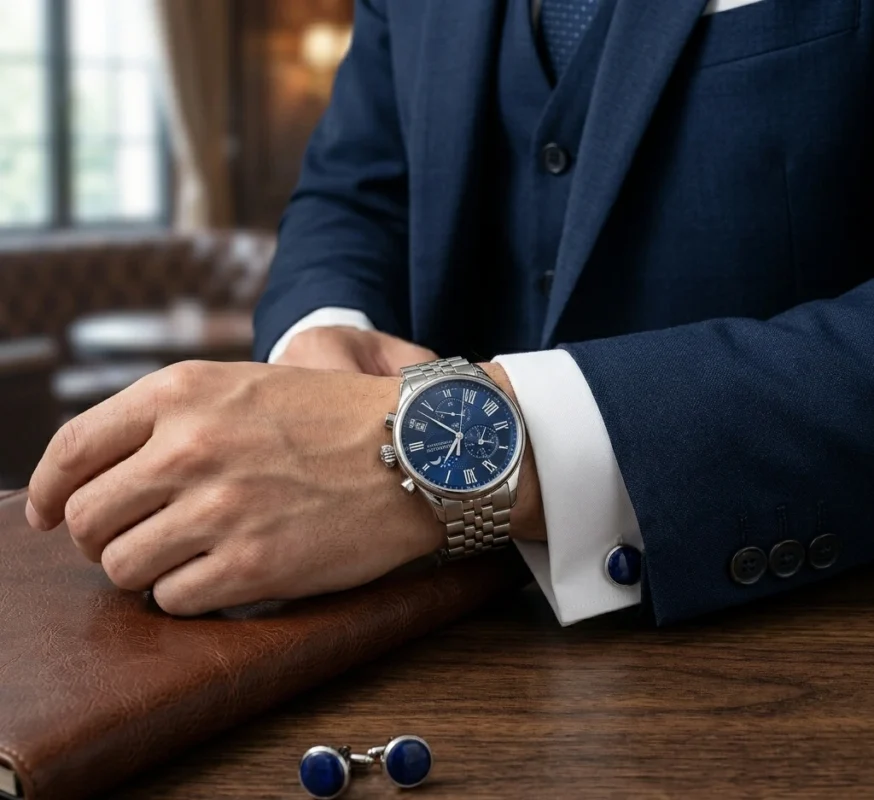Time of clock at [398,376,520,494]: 6:48
